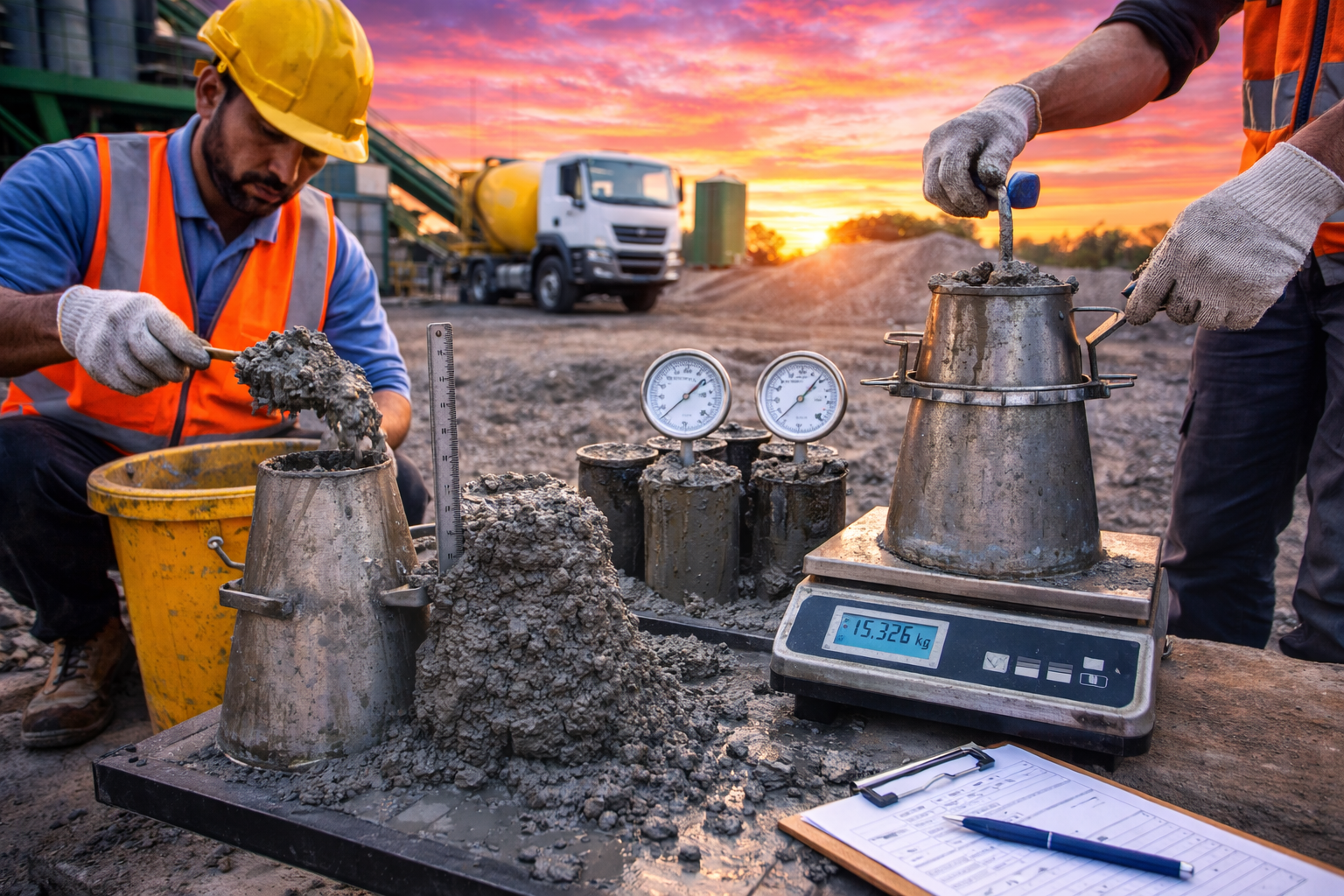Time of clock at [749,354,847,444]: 1:37
